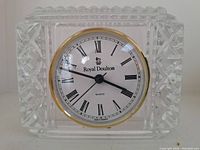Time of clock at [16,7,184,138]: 3:47
